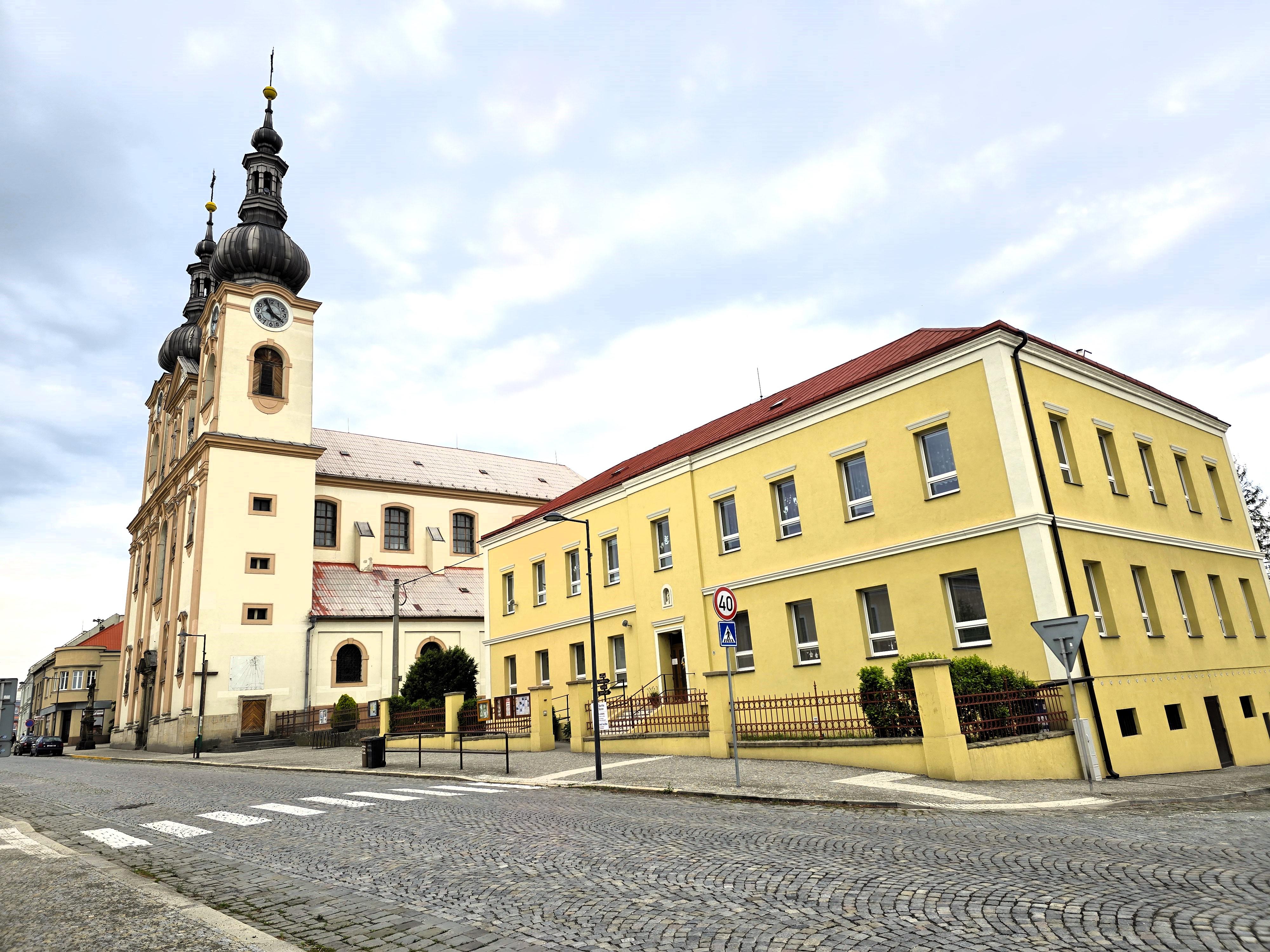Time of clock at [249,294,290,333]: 3:56
